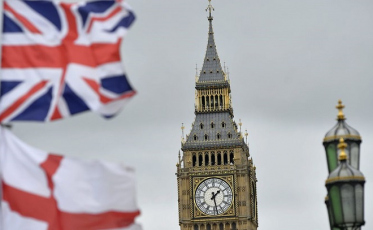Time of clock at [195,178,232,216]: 1:28
